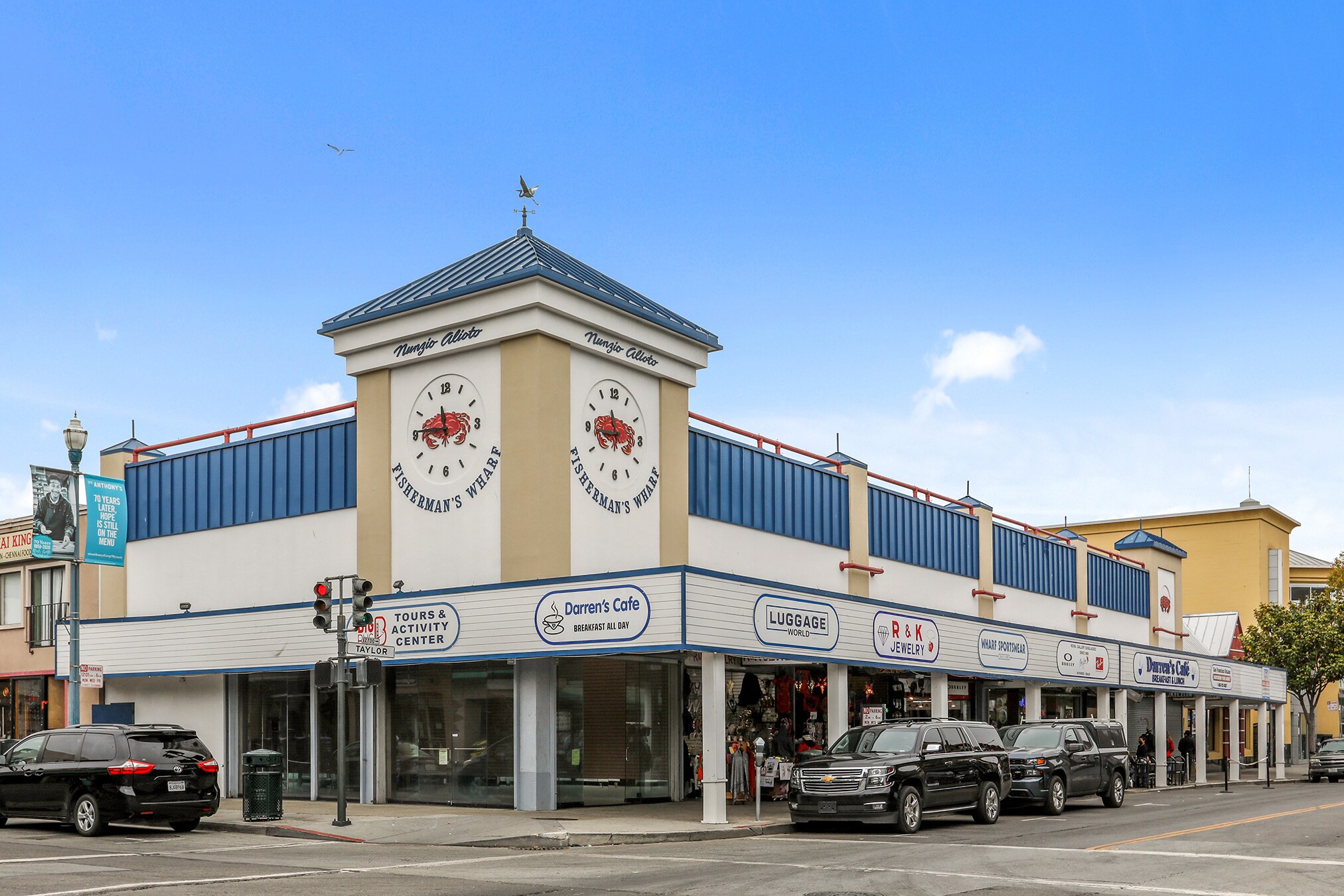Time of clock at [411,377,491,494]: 11:45
